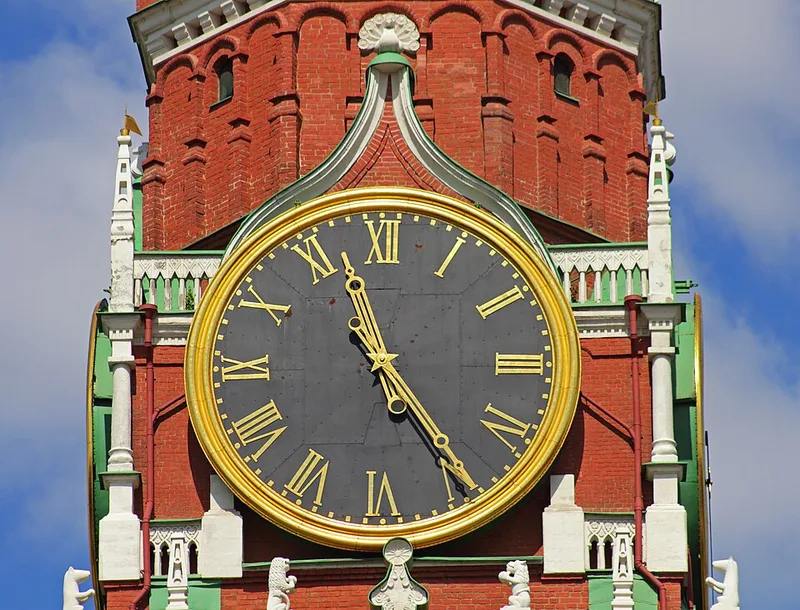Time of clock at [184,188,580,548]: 11:24
